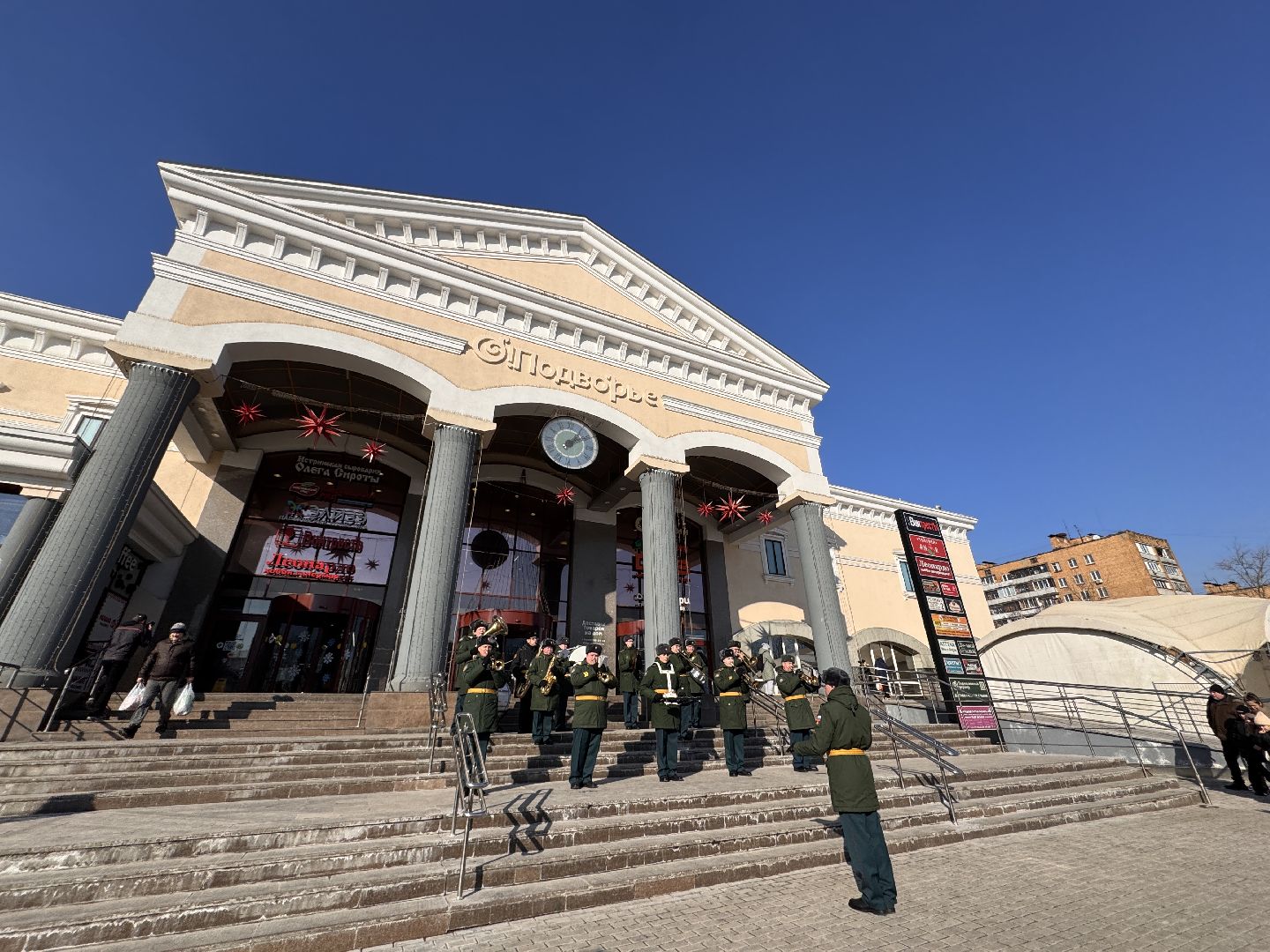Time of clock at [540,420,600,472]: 1:09
